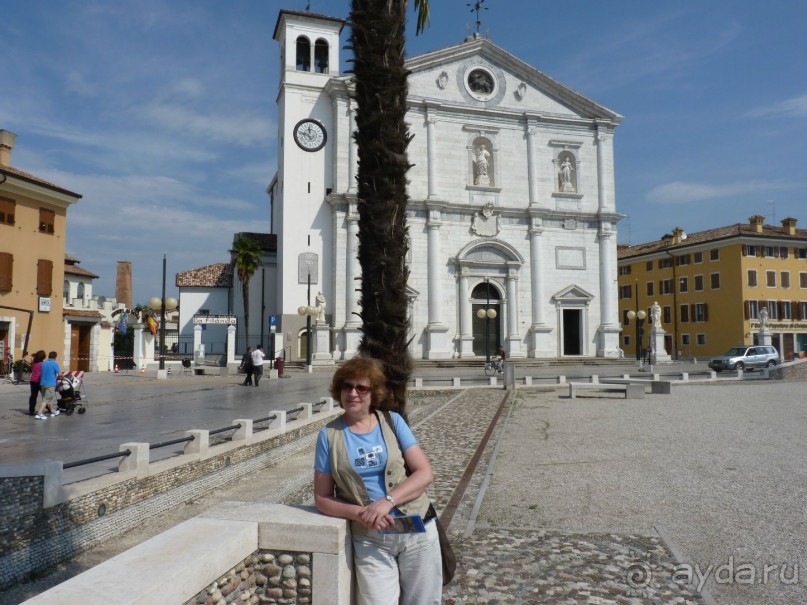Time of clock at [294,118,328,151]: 11:46
